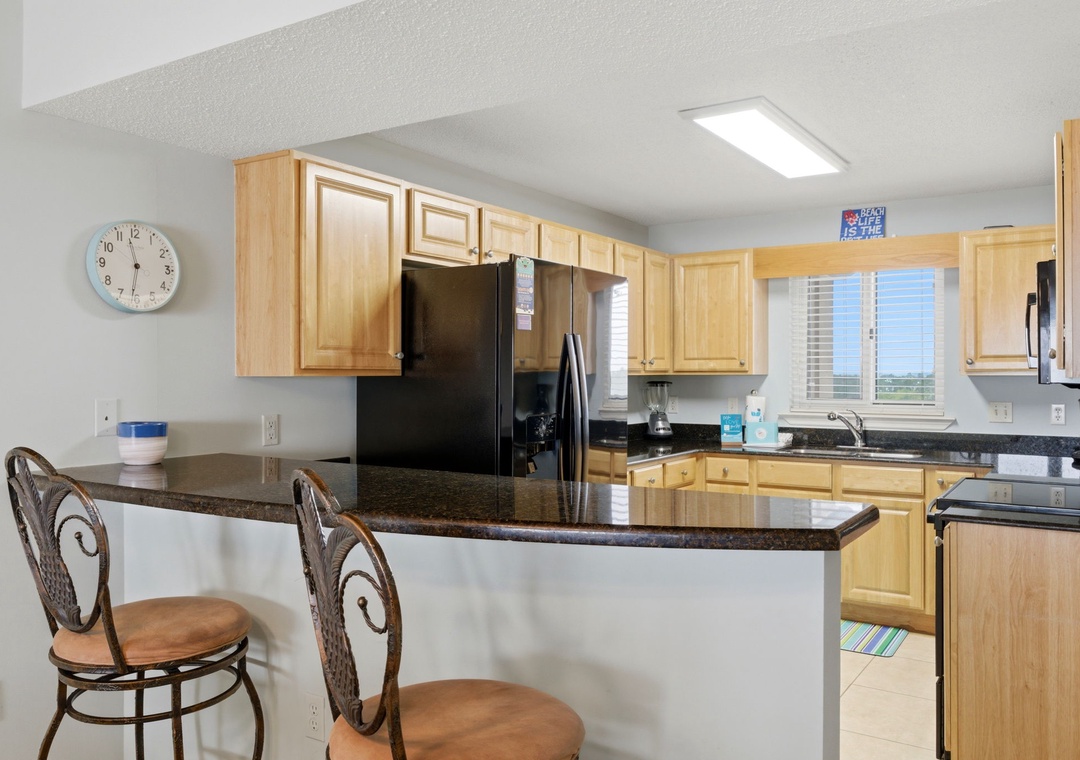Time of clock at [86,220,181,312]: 11:31
